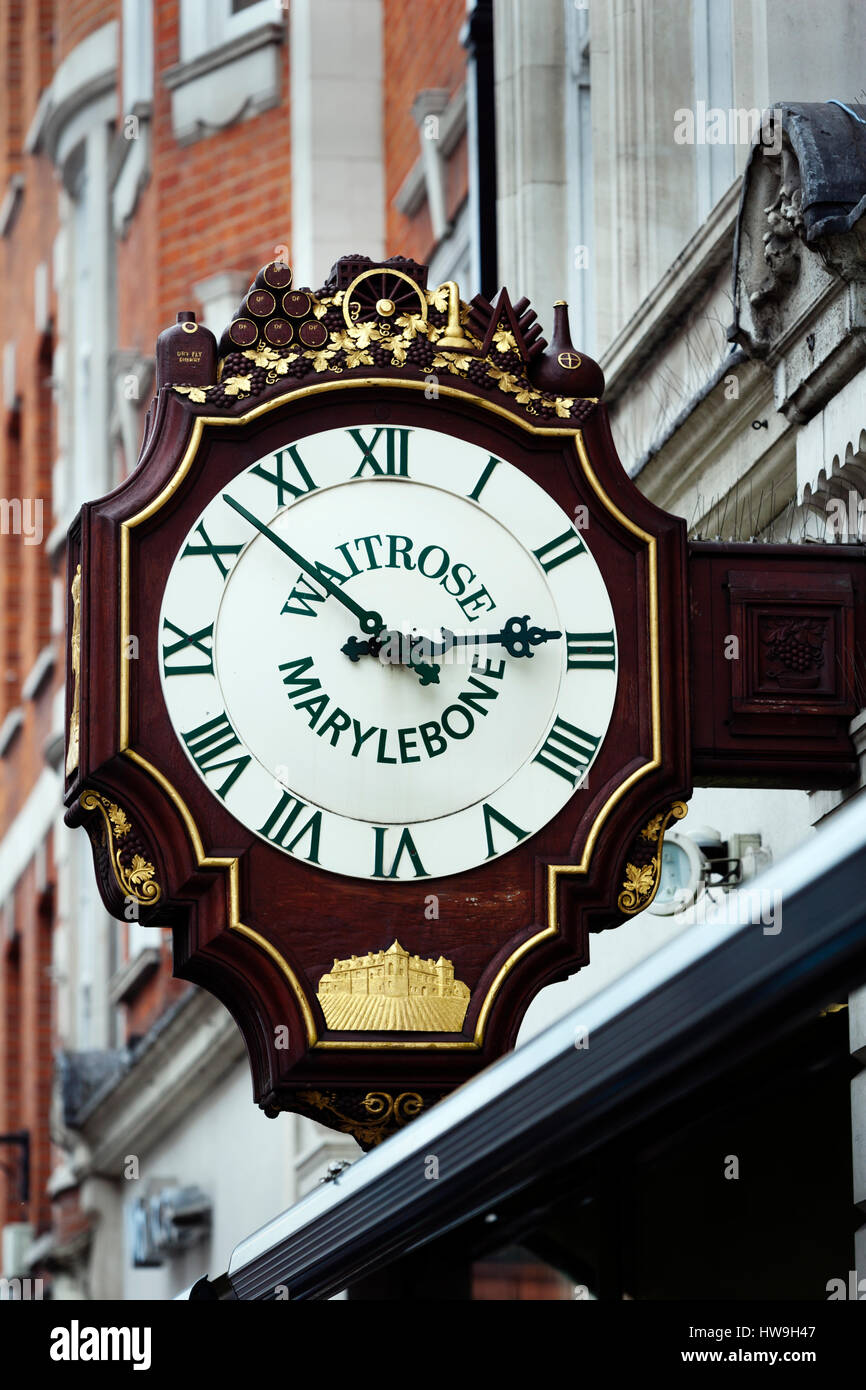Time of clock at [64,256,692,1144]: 2:52
